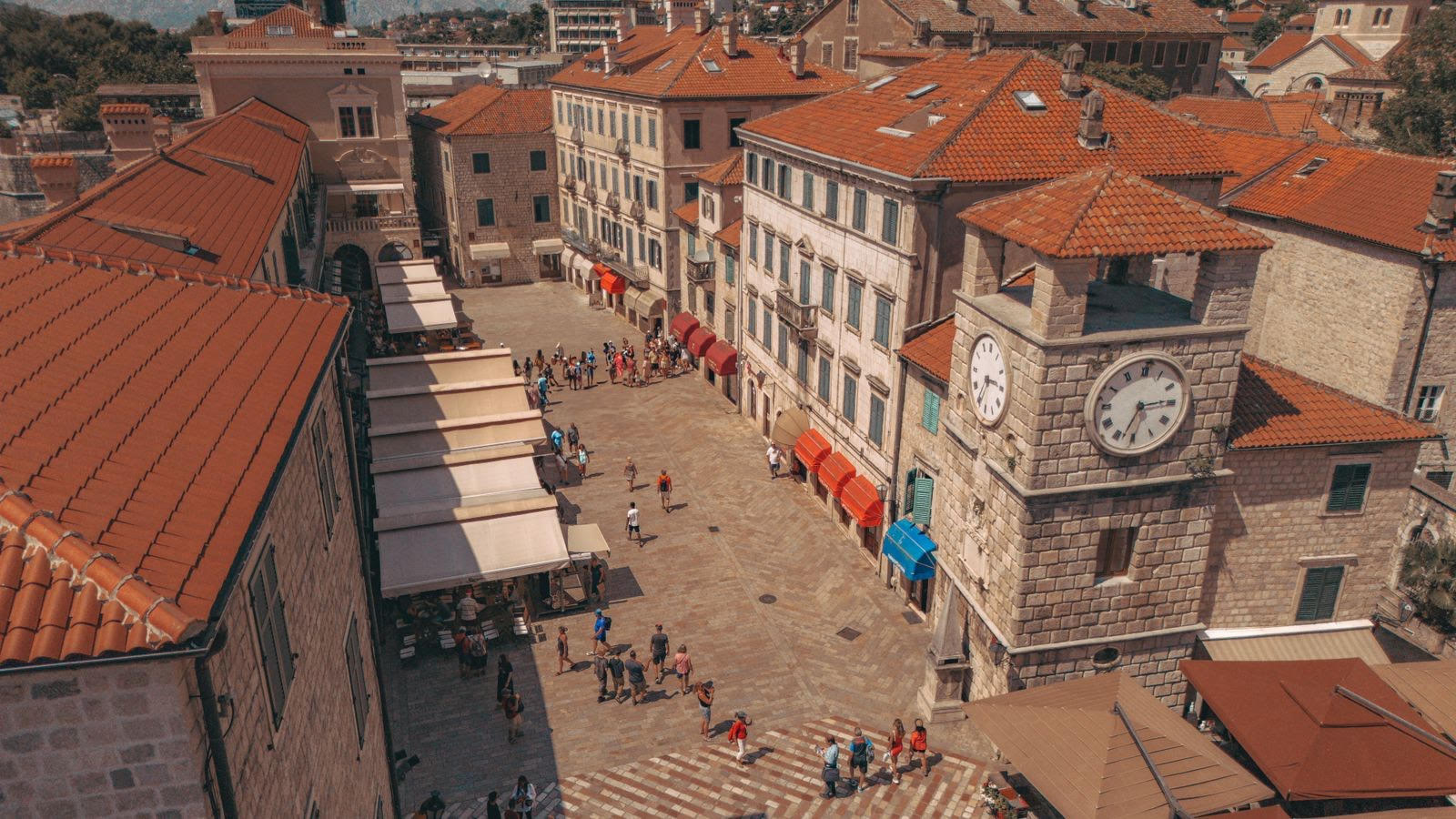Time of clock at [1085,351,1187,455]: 2:33
